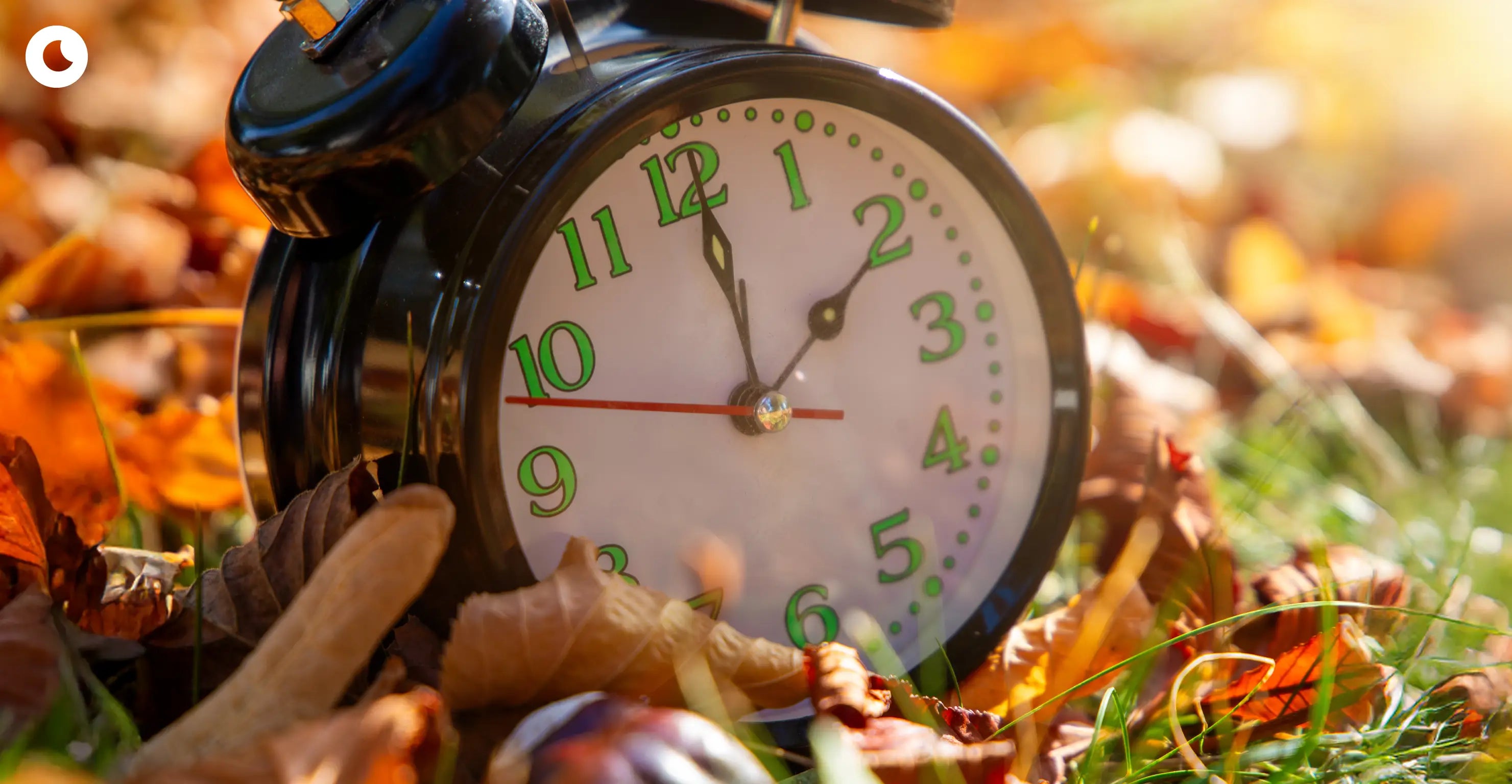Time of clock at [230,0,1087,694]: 2:00
